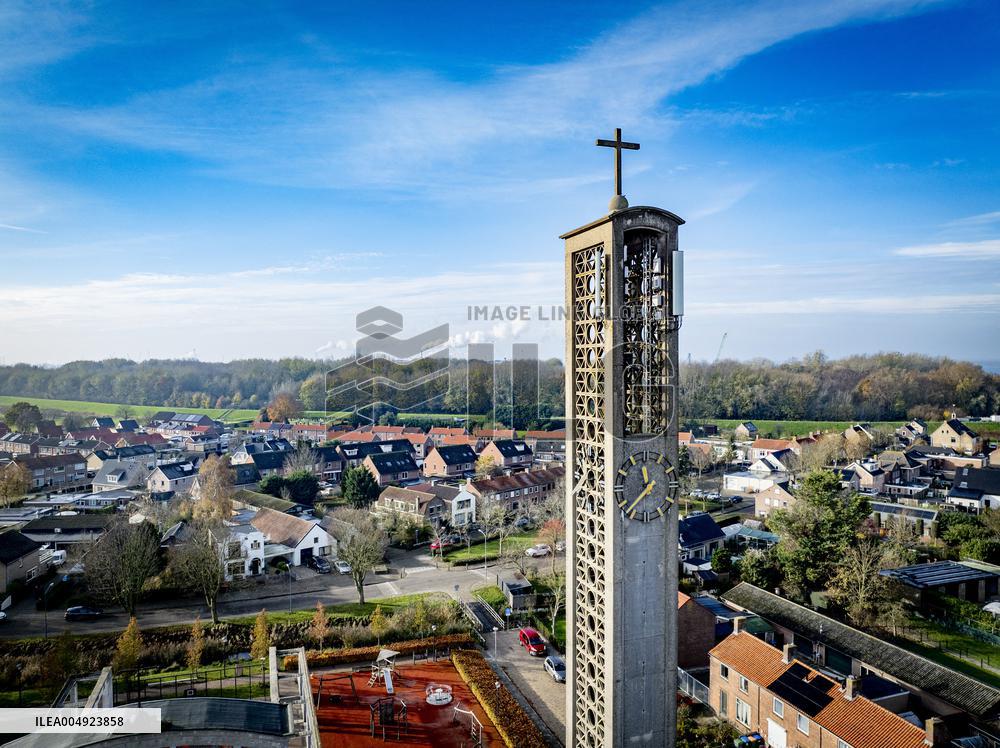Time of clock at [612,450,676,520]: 11:37
